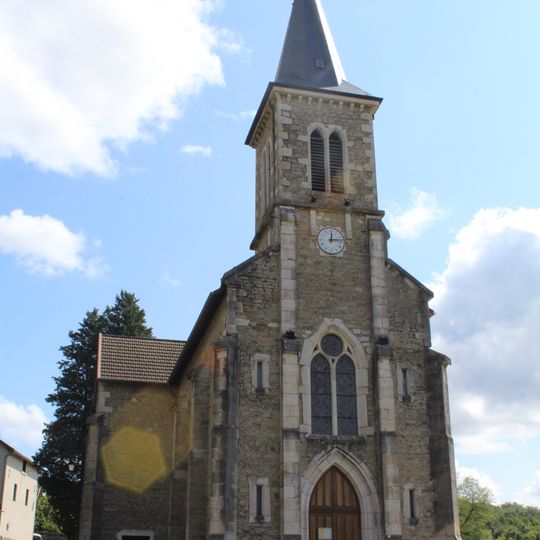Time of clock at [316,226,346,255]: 12:13
